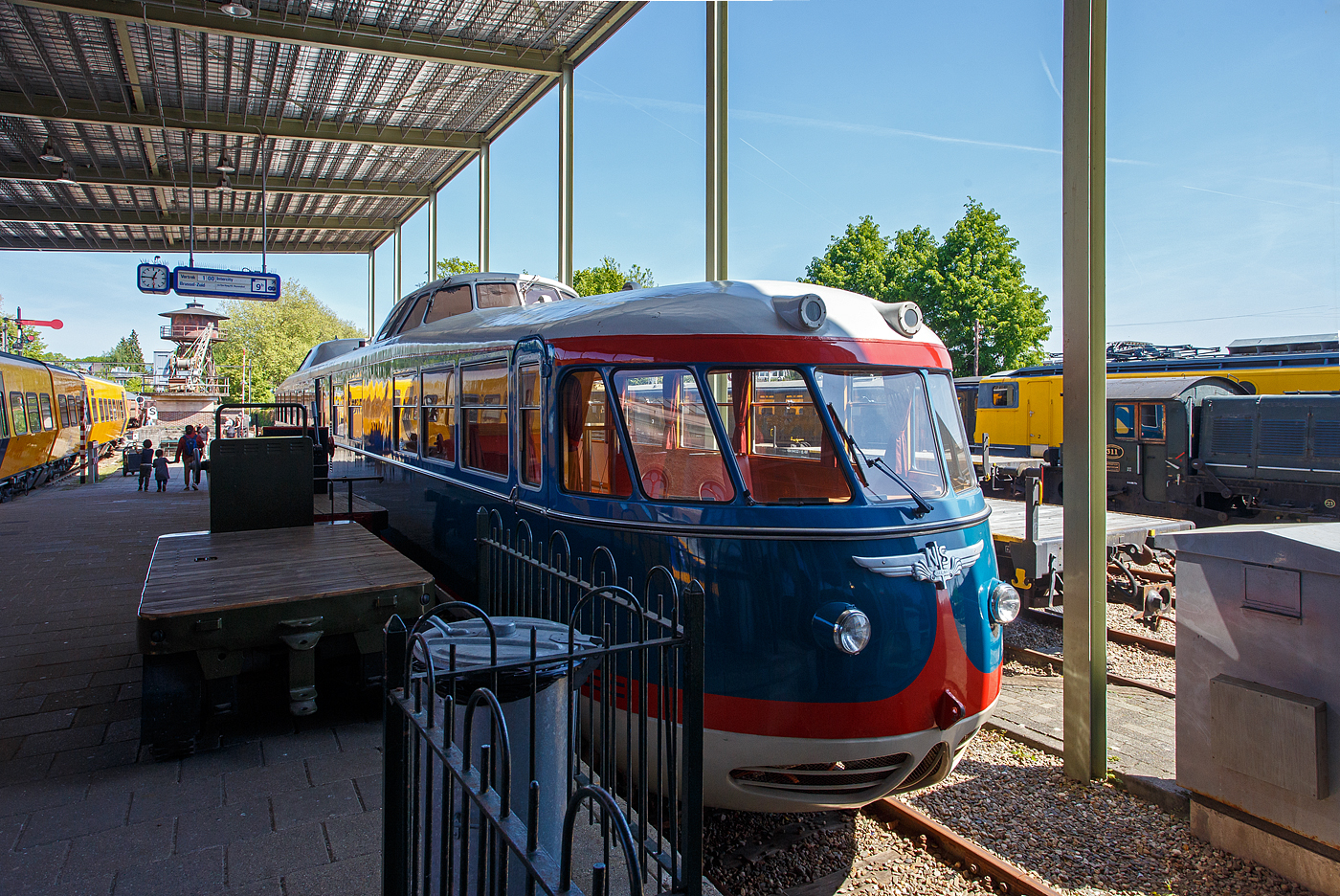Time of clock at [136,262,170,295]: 12:45
